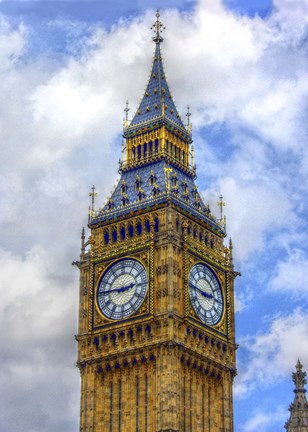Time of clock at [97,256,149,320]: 2:45
